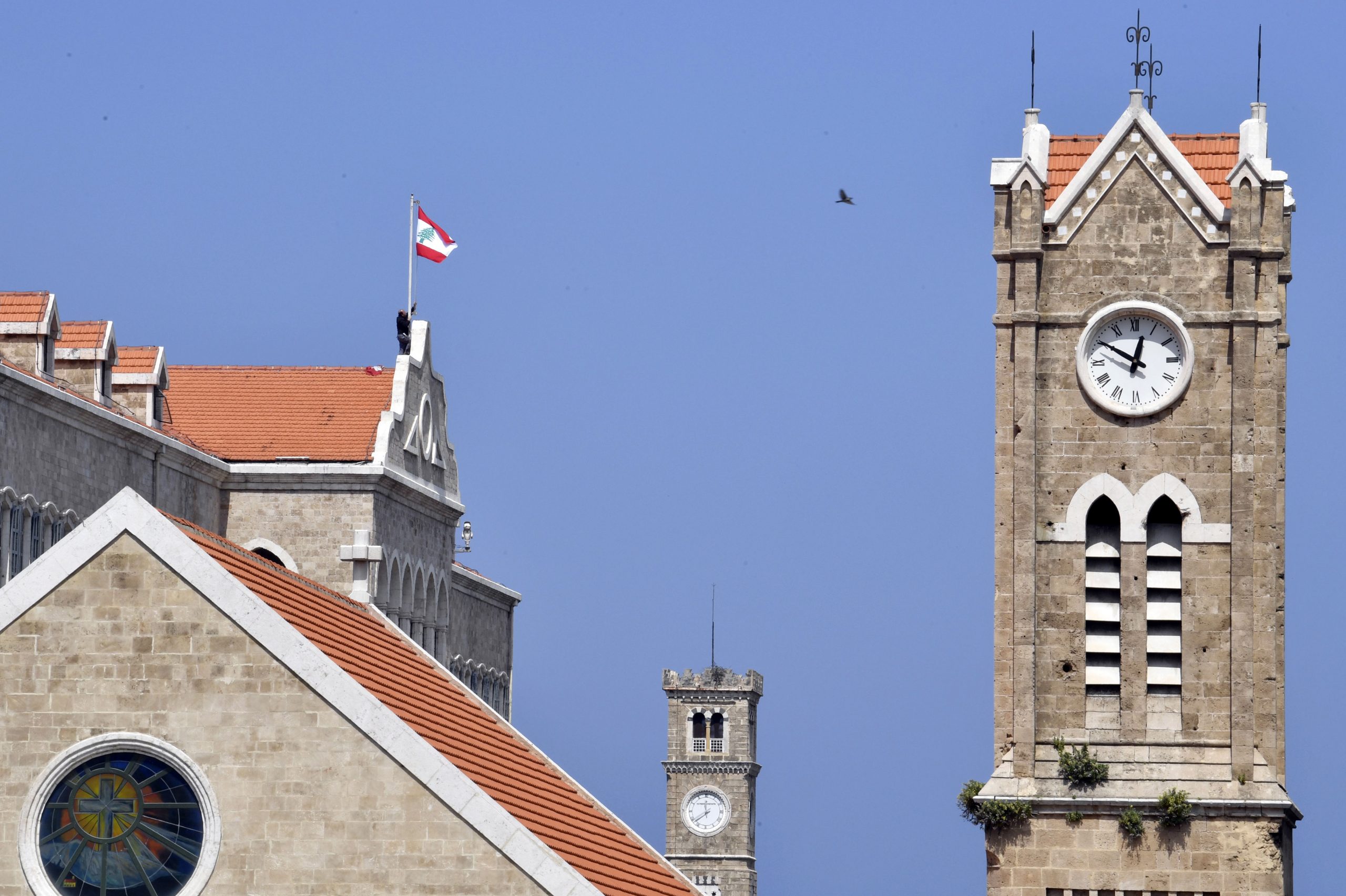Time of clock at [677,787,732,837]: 11:38
